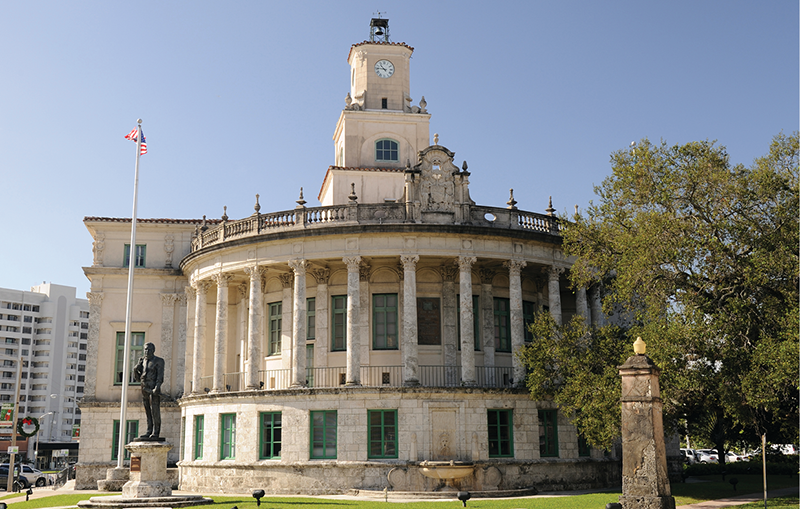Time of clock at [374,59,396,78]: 10:46
